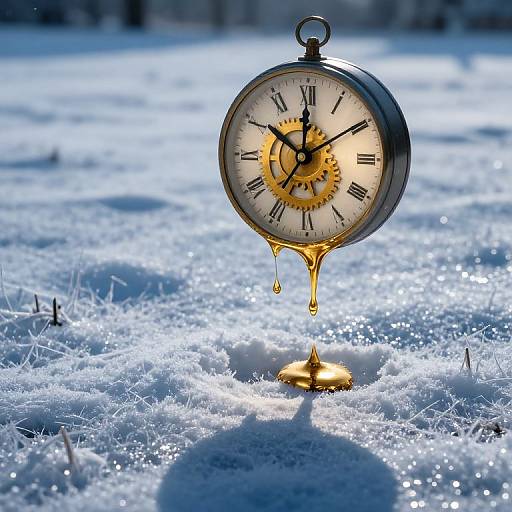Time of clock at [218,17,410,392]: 10:00
